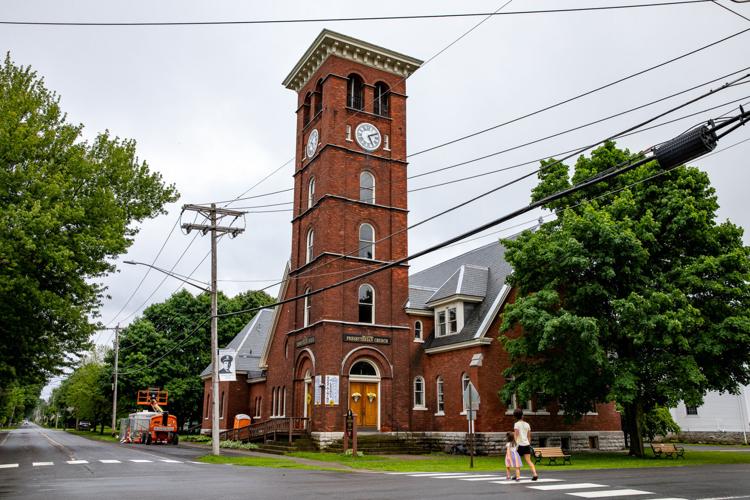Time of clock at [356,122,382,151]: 5:11
